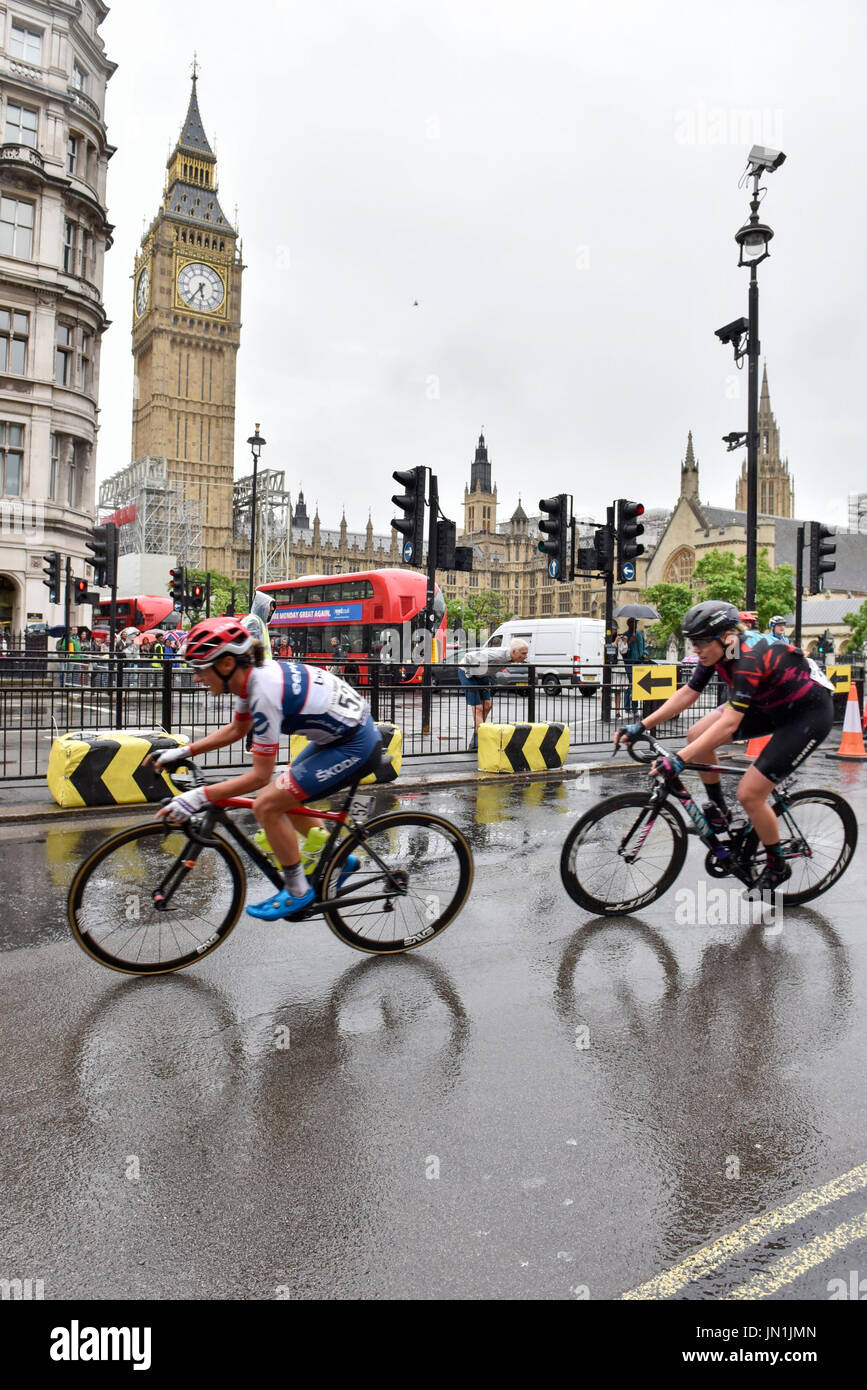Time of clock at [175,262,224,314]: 5:36
